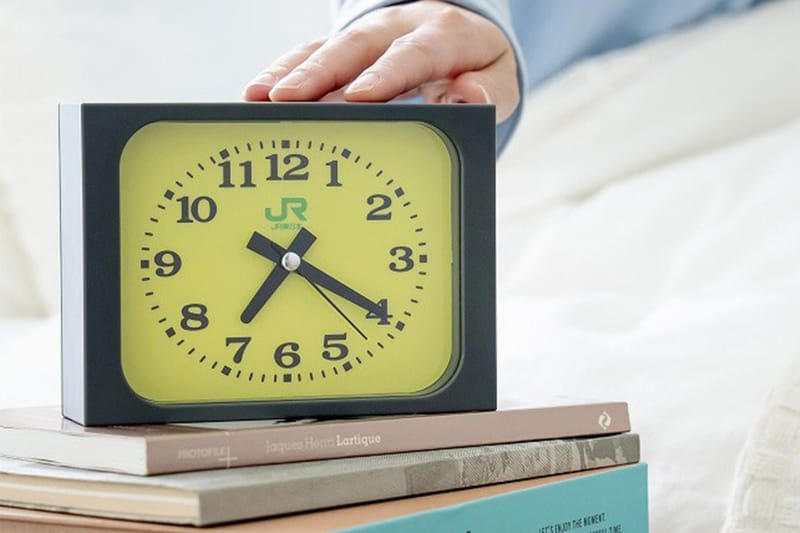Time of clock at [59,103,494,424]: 7:19
